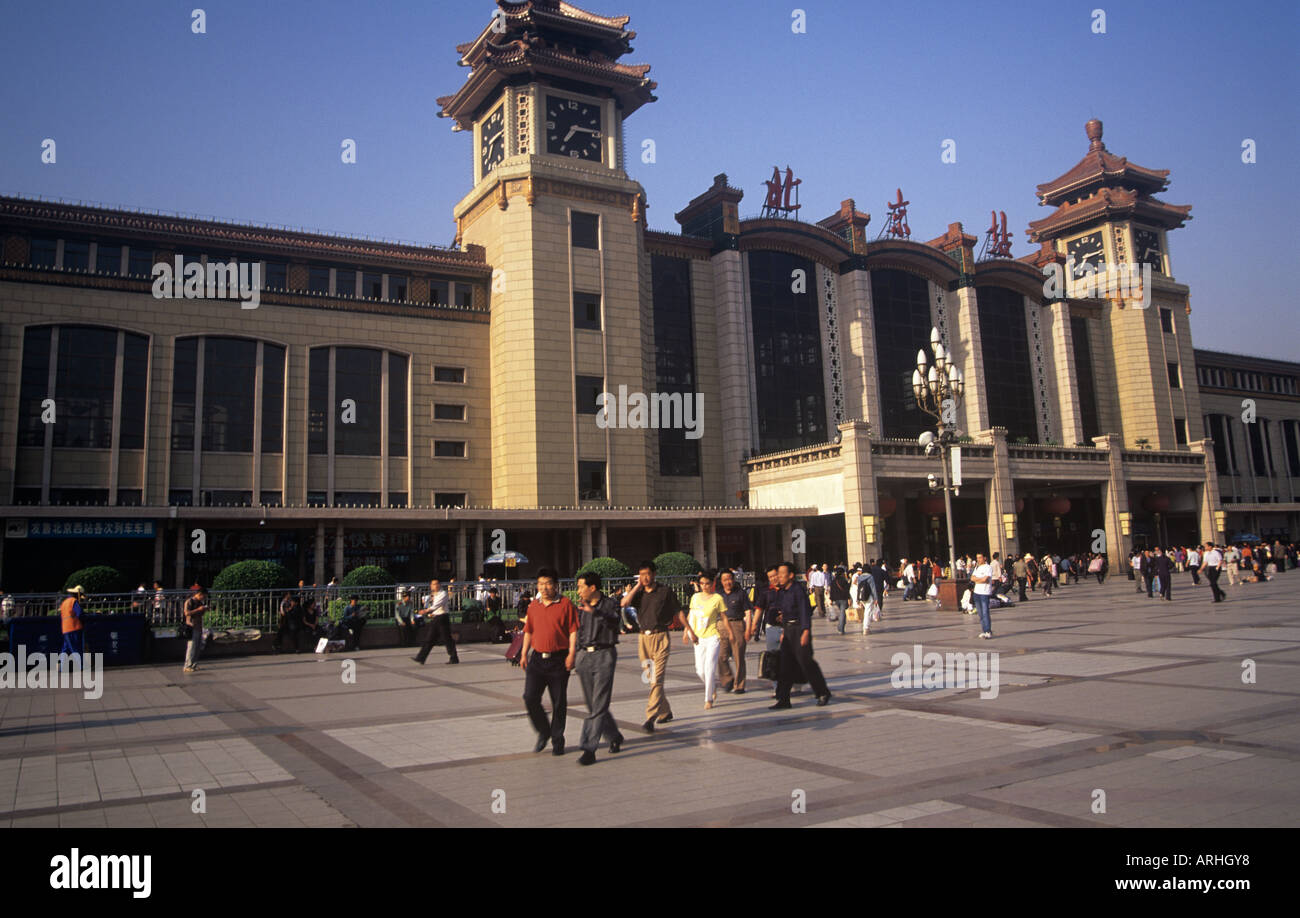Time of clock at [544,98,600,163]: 7:14
